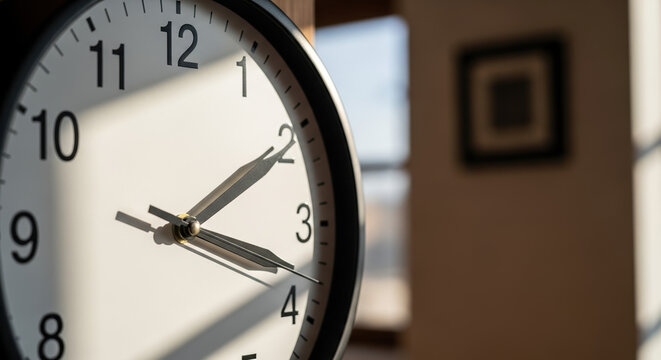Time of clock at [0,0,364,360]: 2:18
